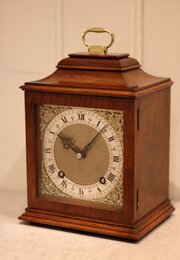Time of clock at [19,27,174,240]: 10:07
